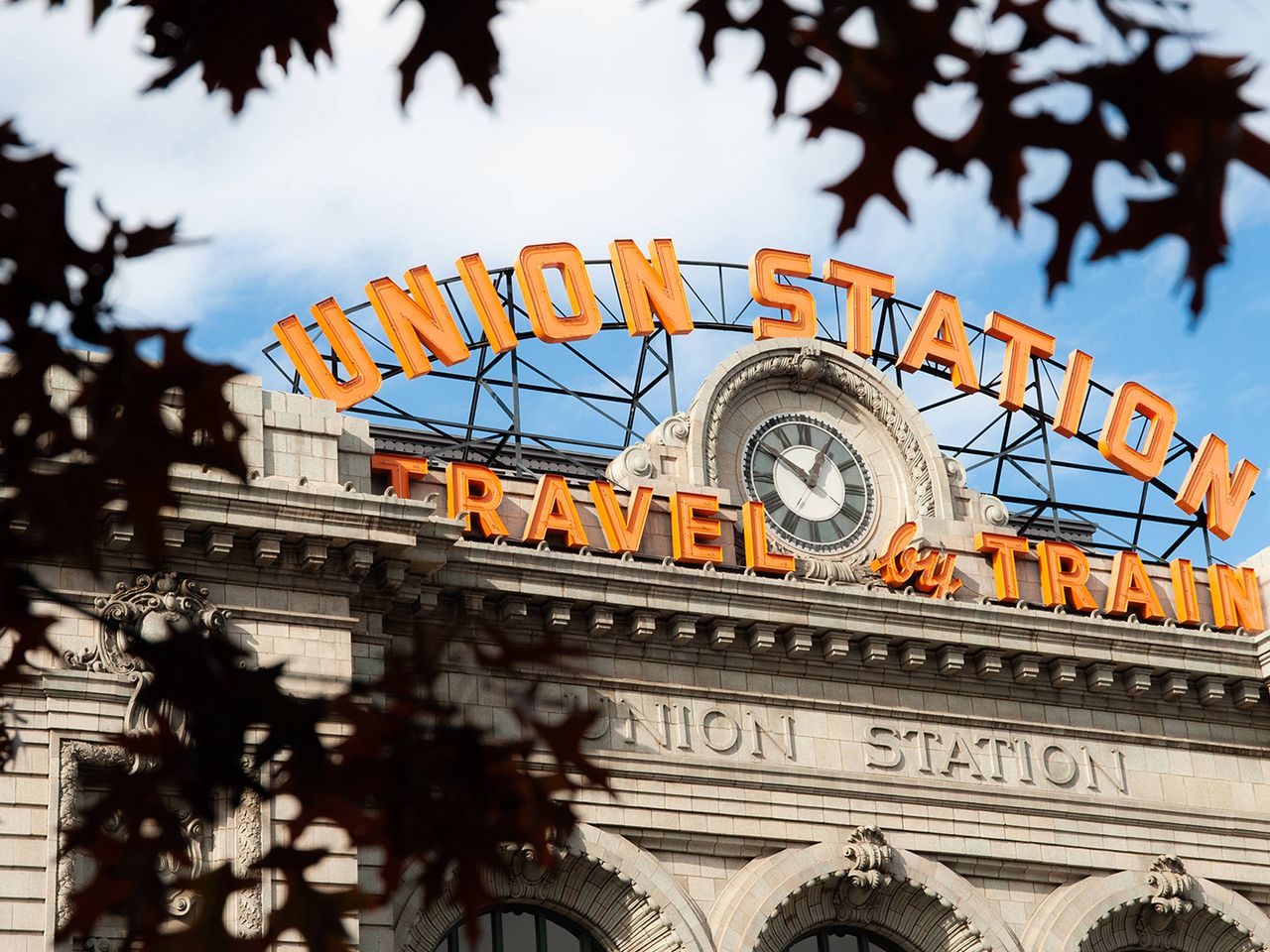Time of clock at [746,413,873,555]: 12:50
